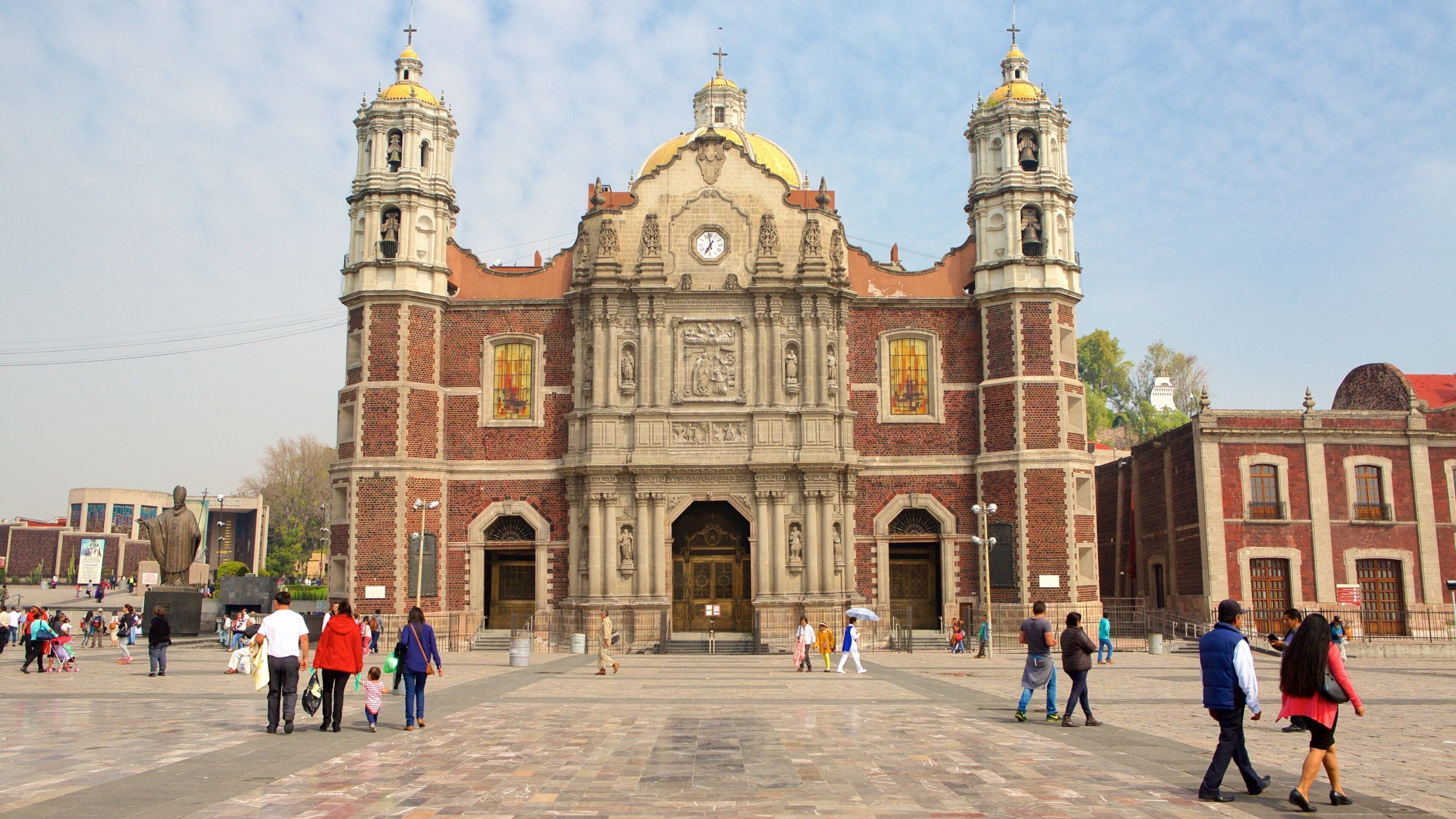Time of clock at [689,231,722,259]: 6:58
